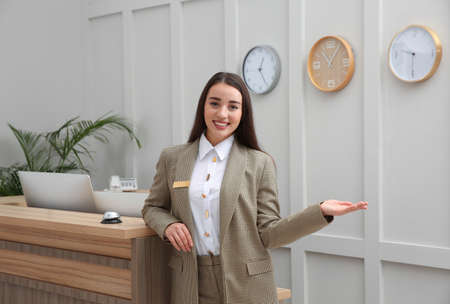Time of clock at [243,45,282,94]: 12:24
